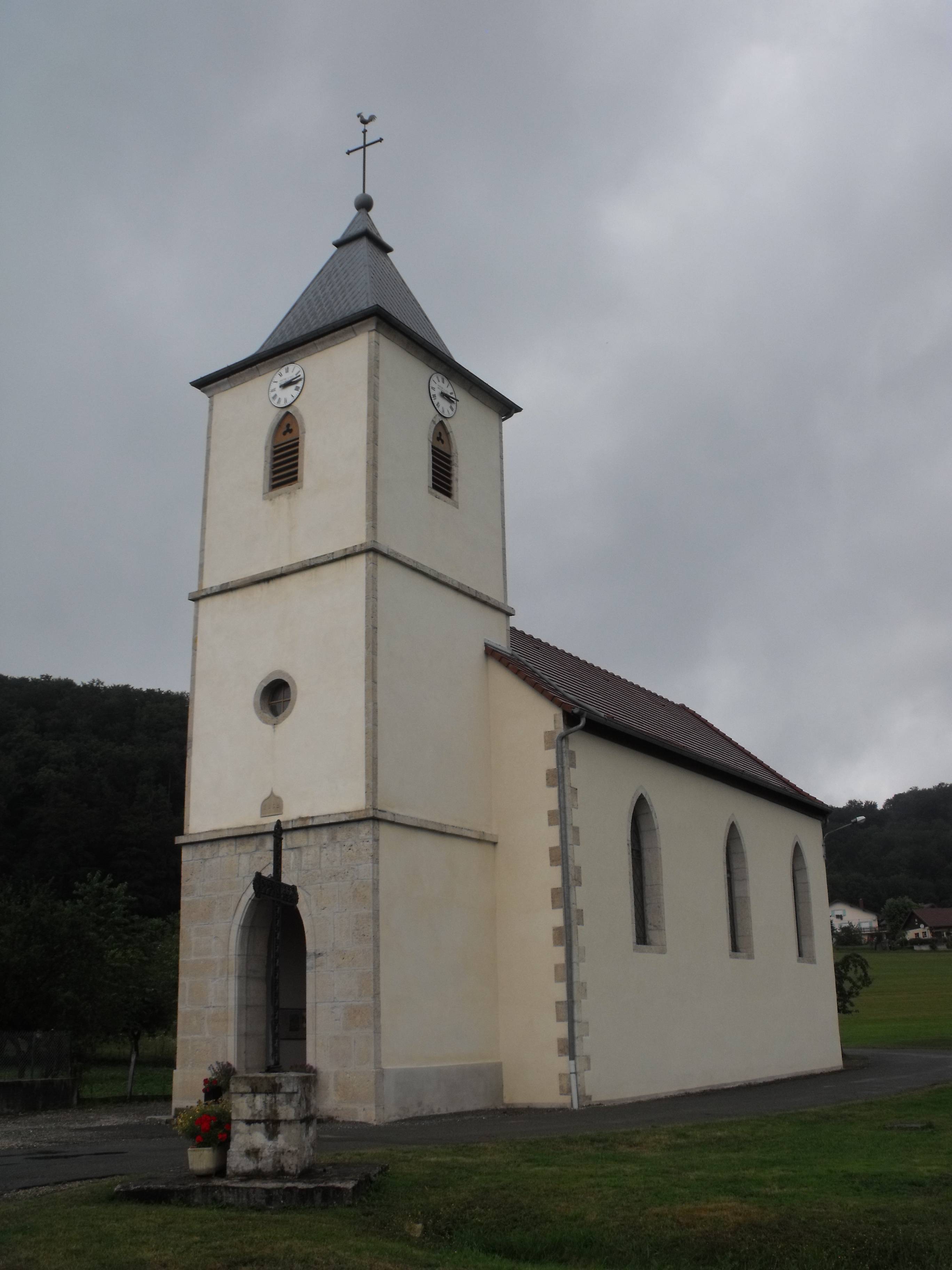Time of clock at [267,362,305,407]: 3:12
